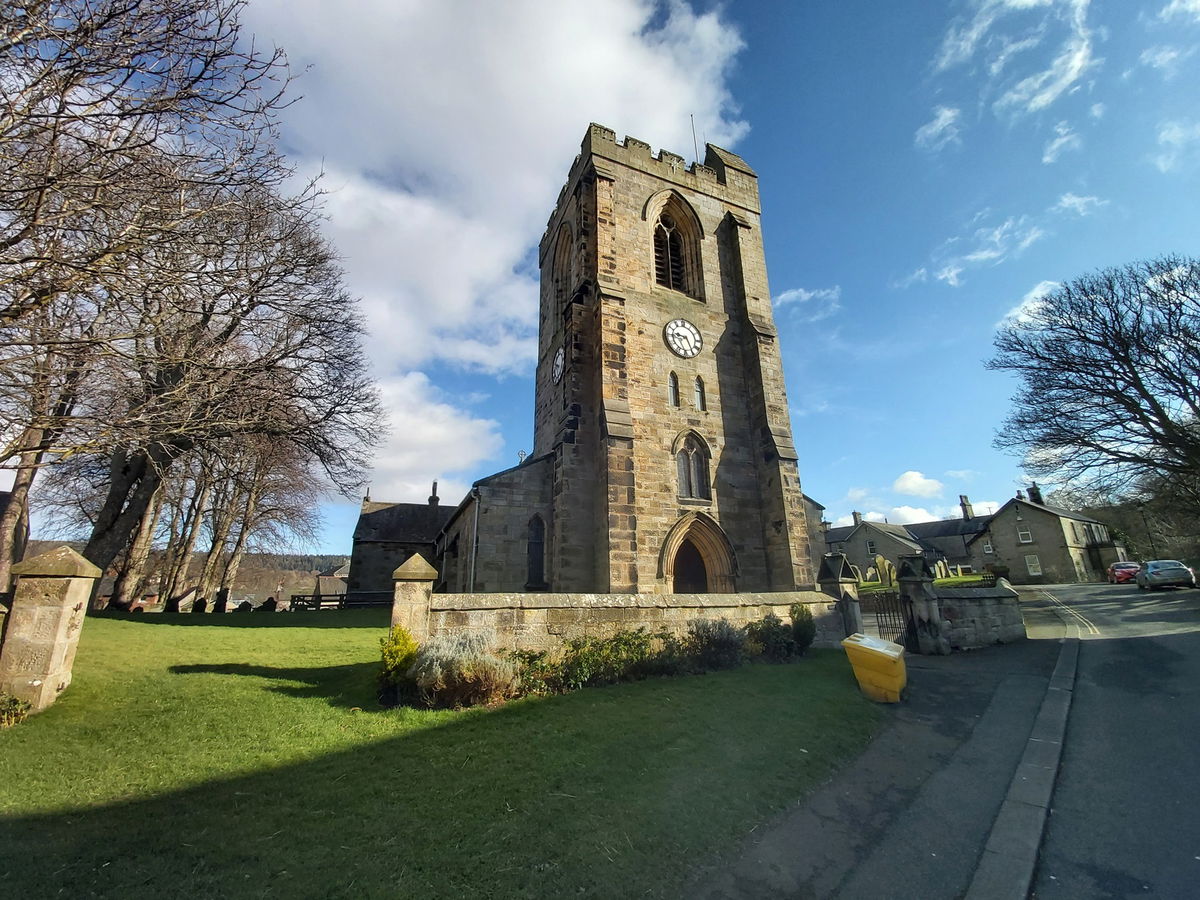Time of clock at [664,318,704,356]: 9:25
